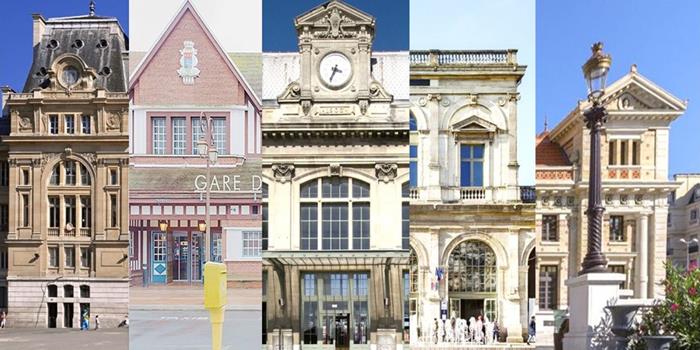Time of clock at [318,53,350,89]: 3:34
